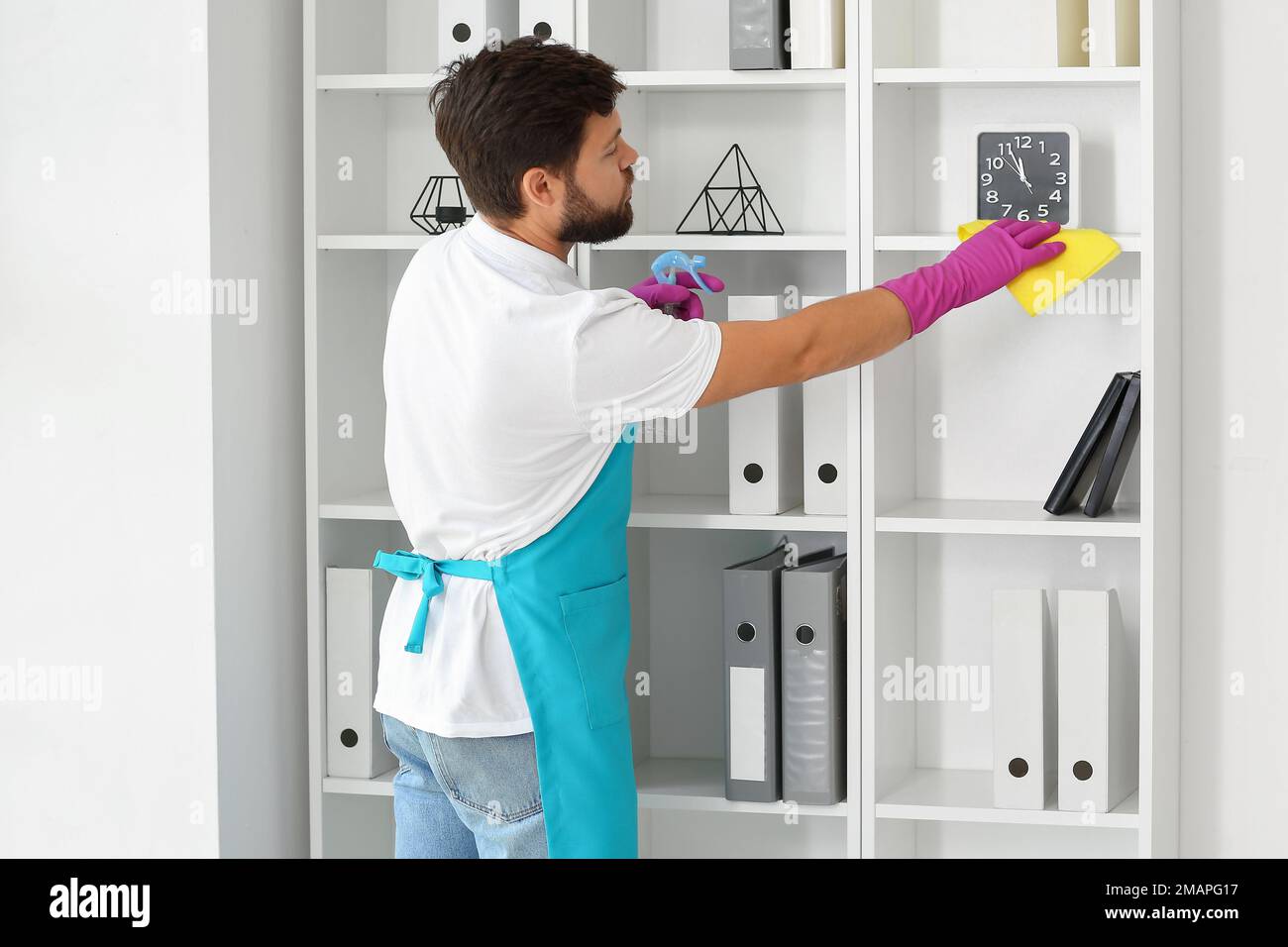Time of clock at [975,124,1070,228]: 11:55
